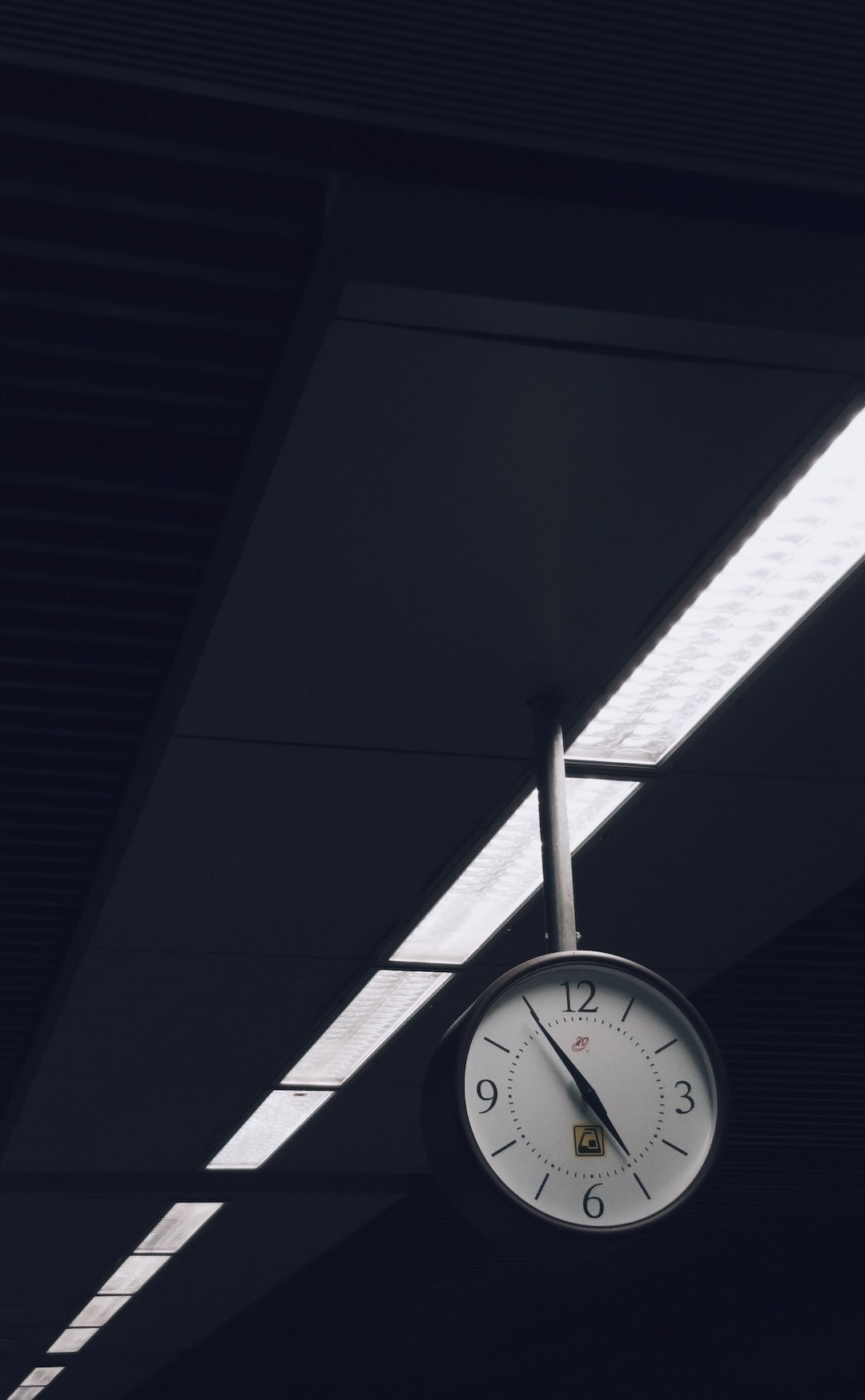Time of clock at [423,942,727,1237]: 4:54
